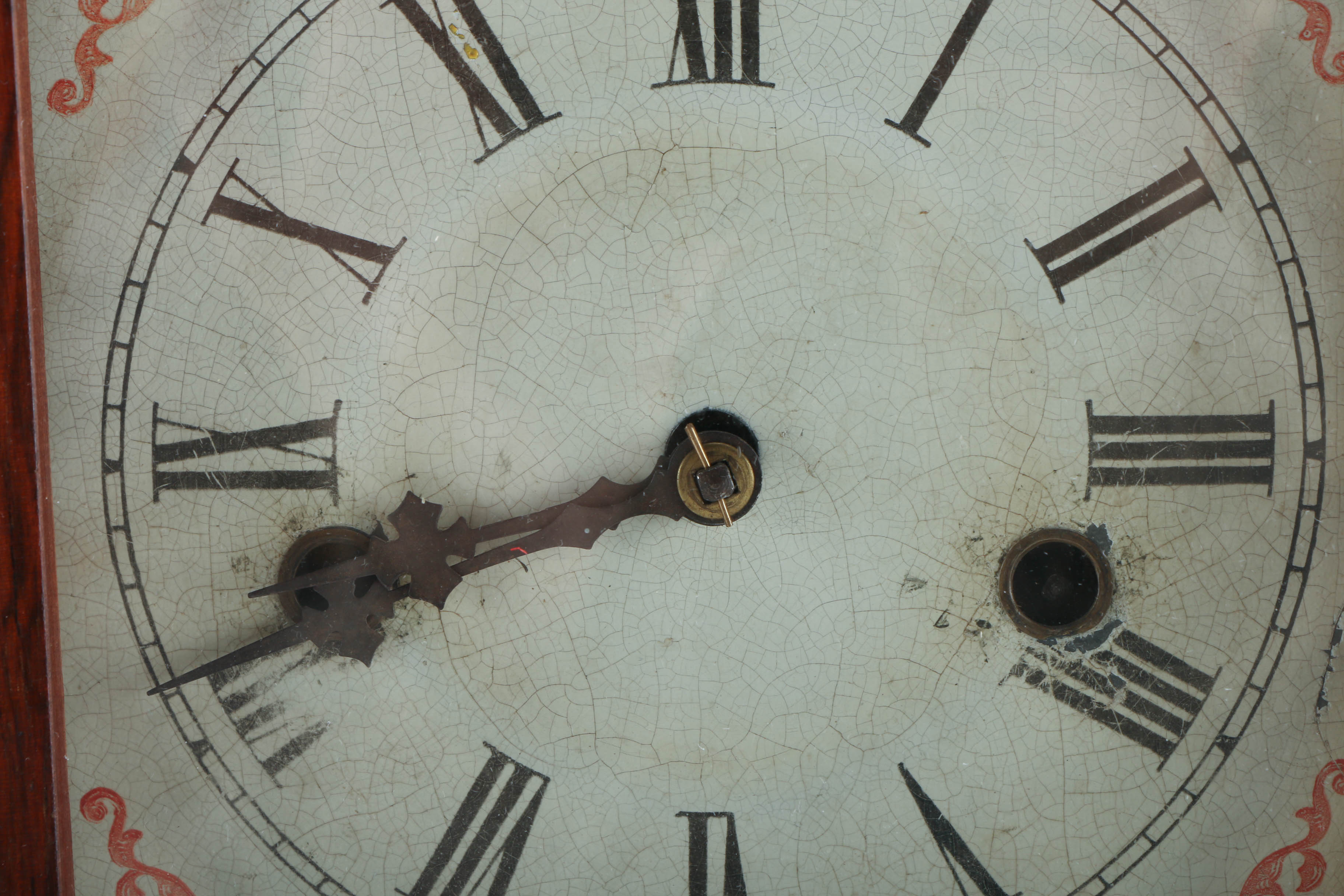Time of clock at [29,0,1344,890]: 8:41
